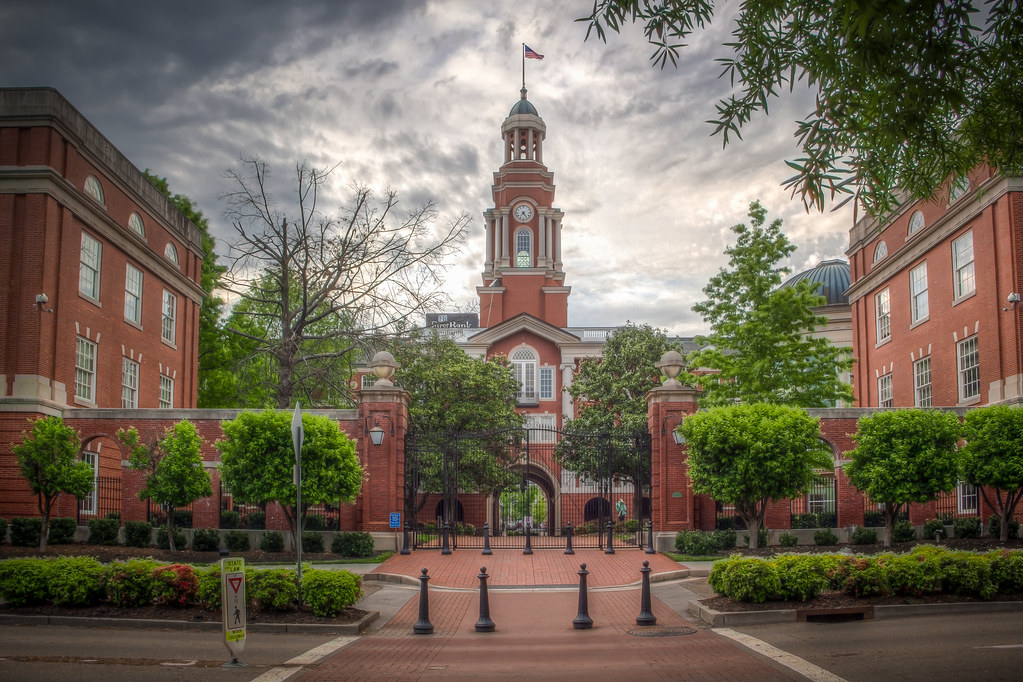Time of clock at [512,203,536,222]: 7:24
